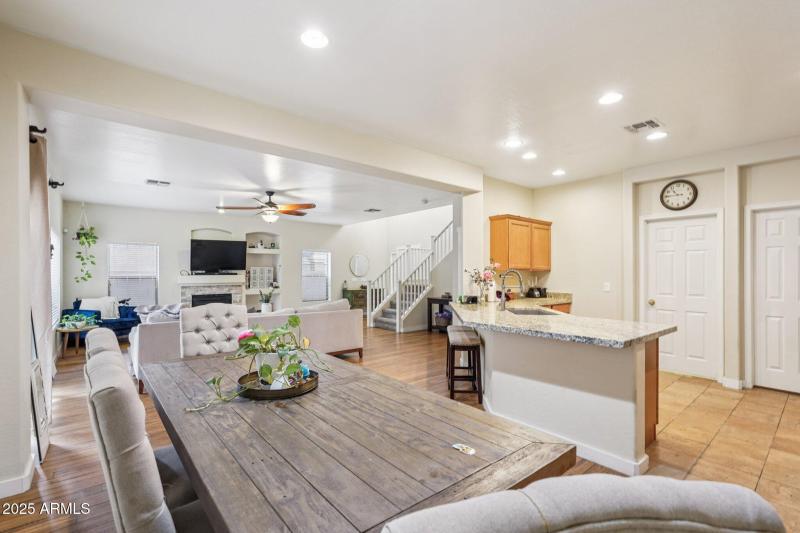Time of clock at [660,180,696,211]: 10:45
